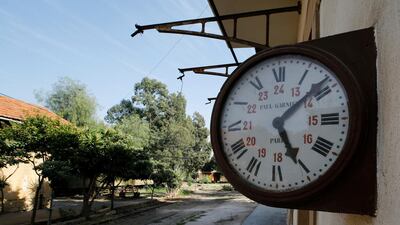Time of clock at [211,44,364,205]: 5:08
